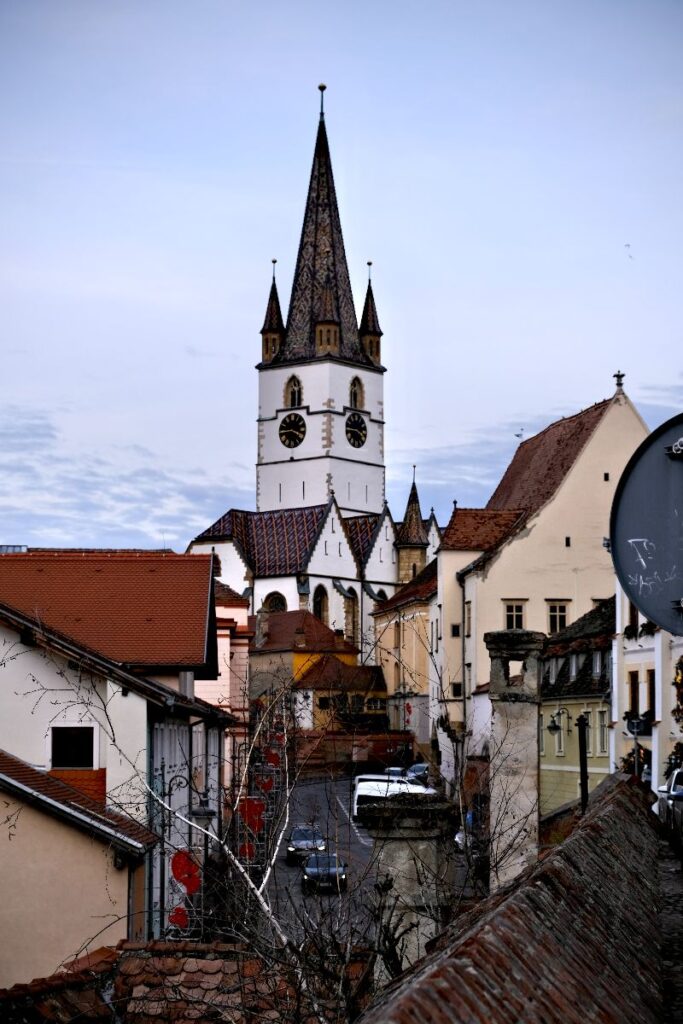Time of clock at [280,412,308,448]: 3:44
